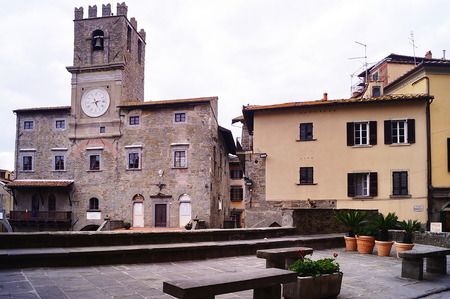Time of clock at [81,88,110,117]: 5:12
